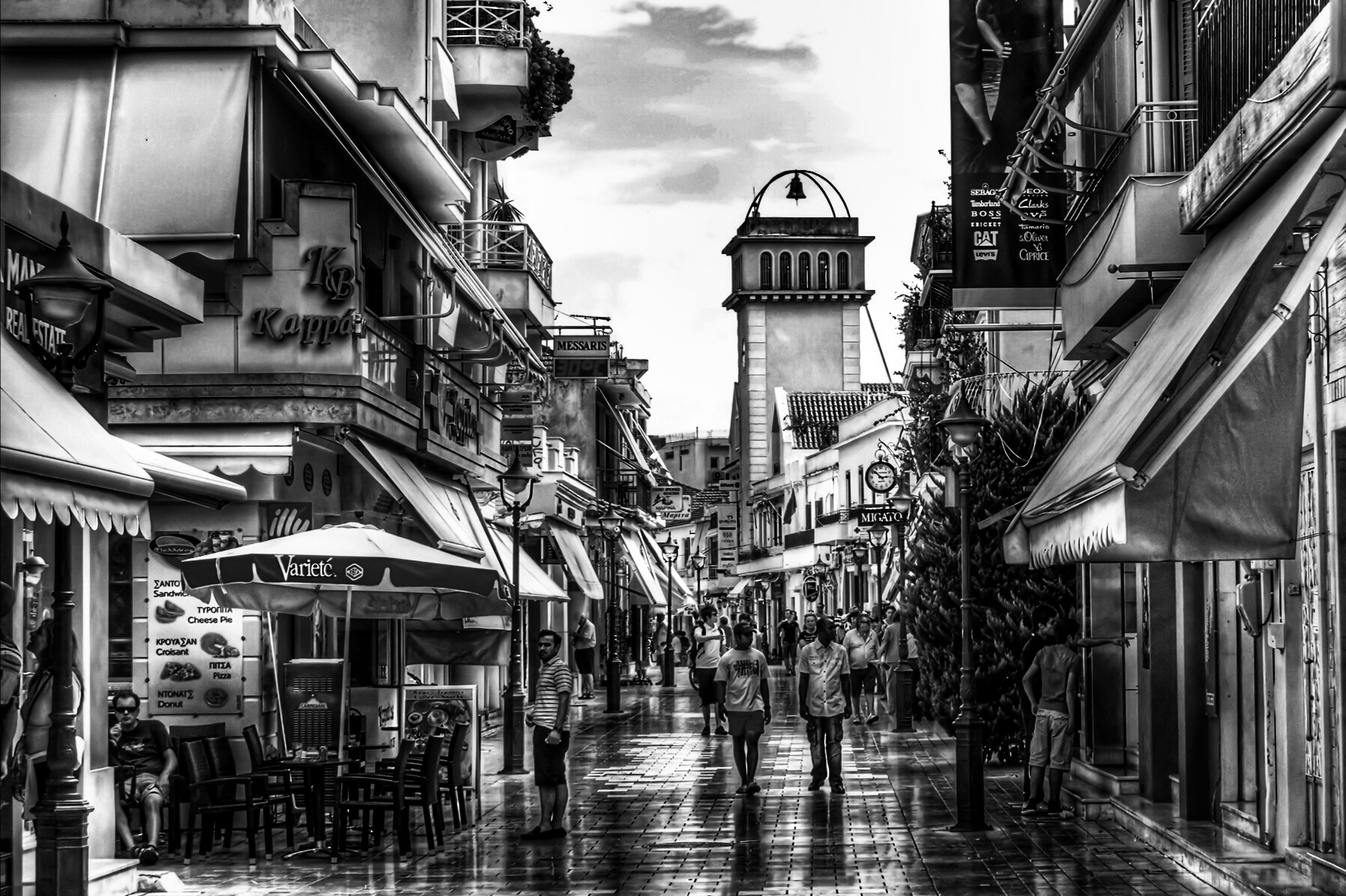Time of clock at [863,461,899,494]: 2:52
